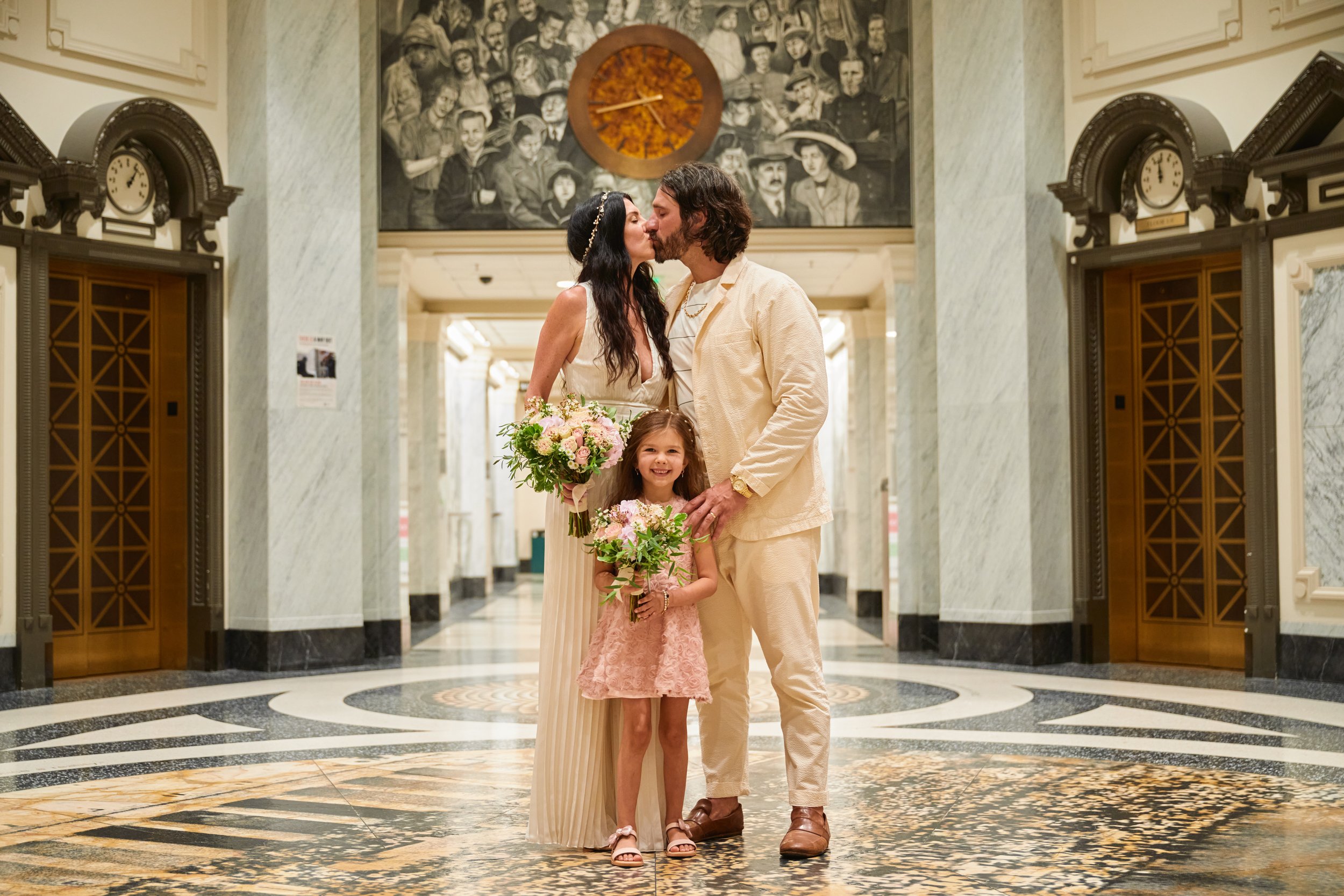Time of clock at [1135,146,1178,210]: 11:58
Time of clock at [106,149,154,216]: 1:06
